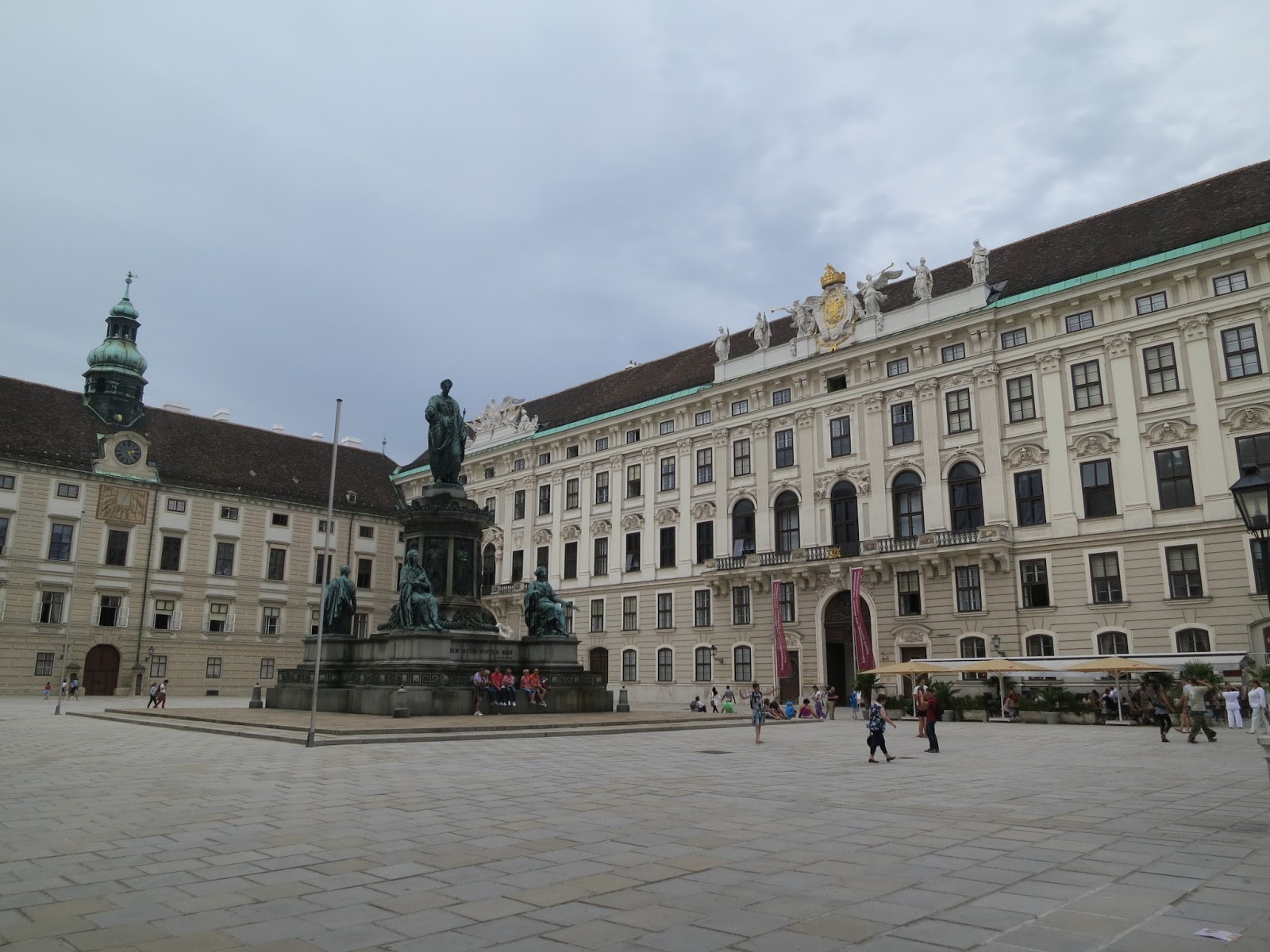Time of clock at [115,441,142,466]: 2:24
